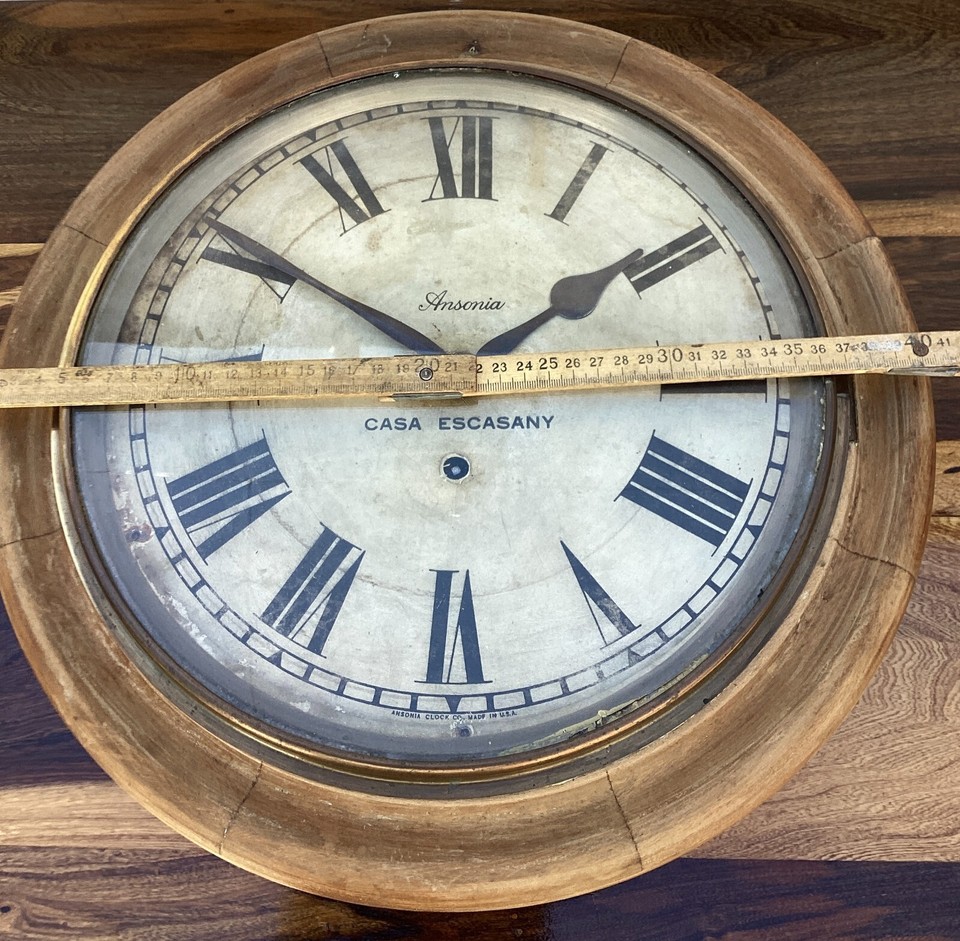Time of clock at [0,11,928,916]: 1:50
